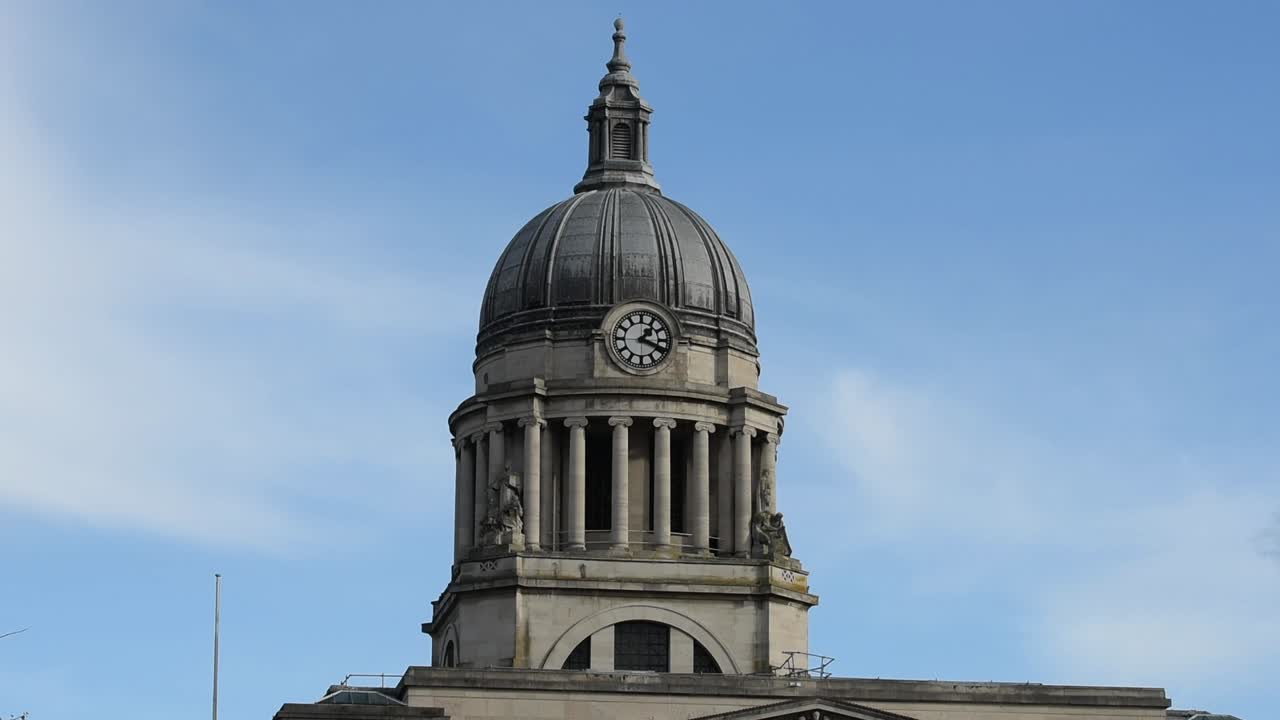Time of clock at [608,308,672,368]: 1:18
